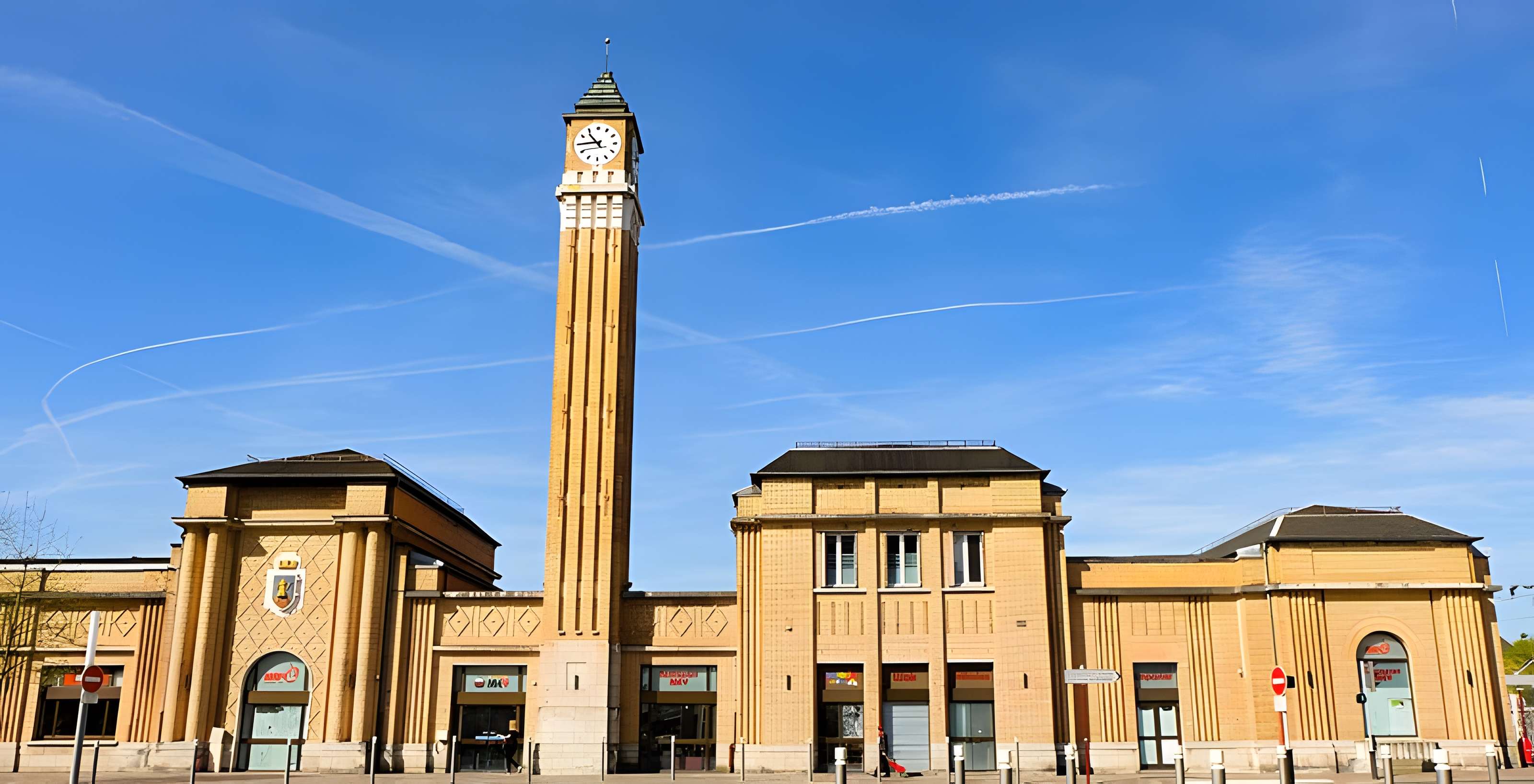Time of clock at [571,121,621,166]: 10:44
